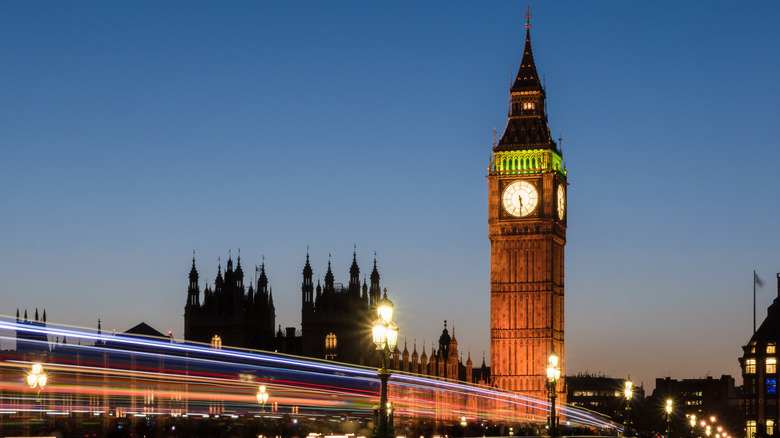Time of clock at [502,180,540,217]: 5:29
